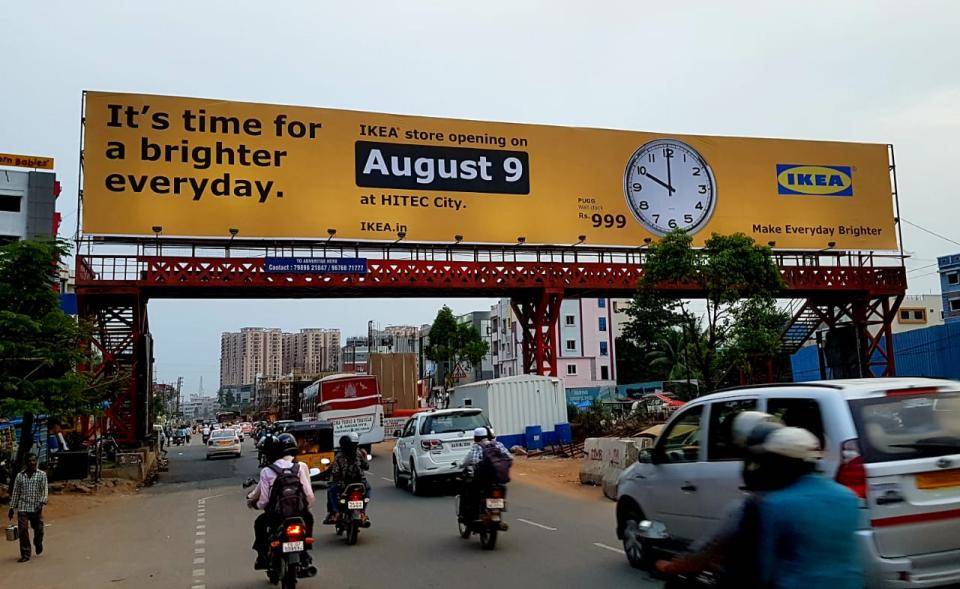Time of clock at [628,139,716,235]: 10:00
